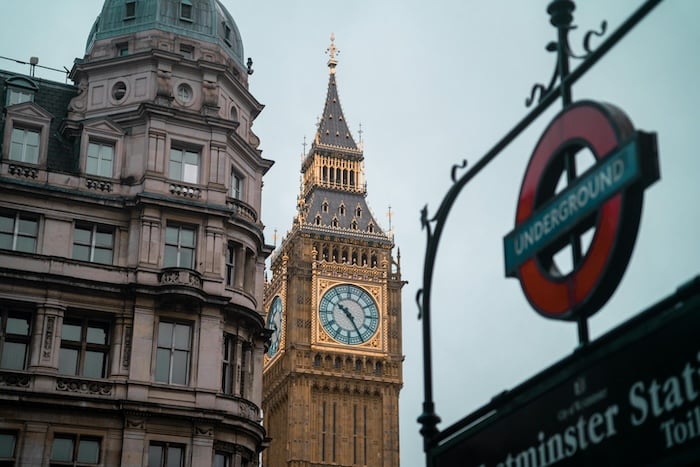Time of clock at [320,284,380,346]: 10:24
